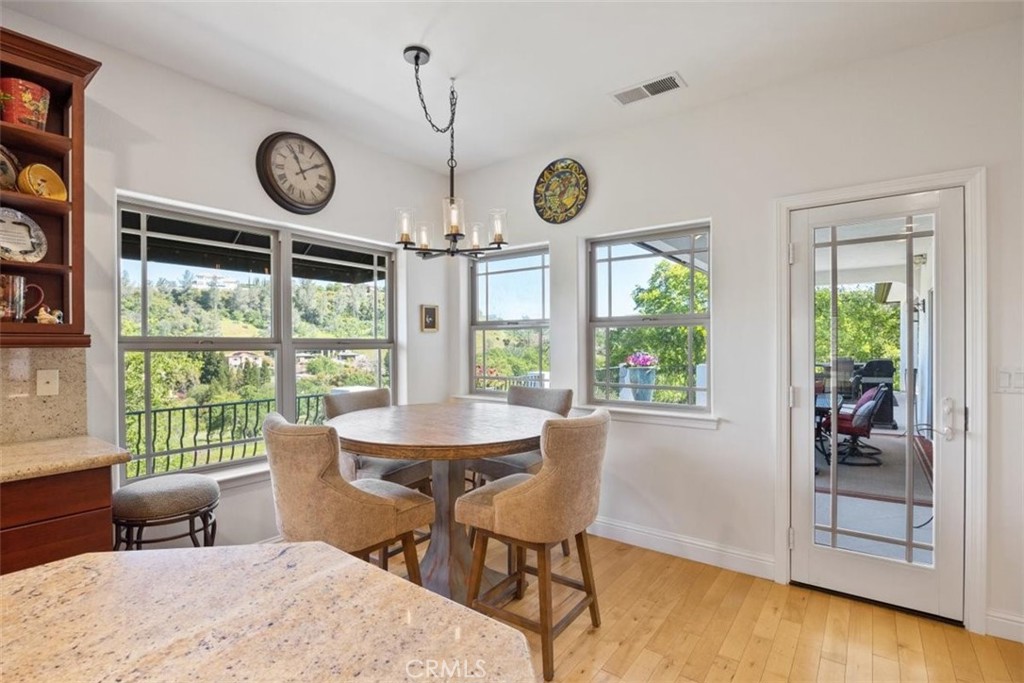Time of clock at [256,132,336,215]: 11:09
